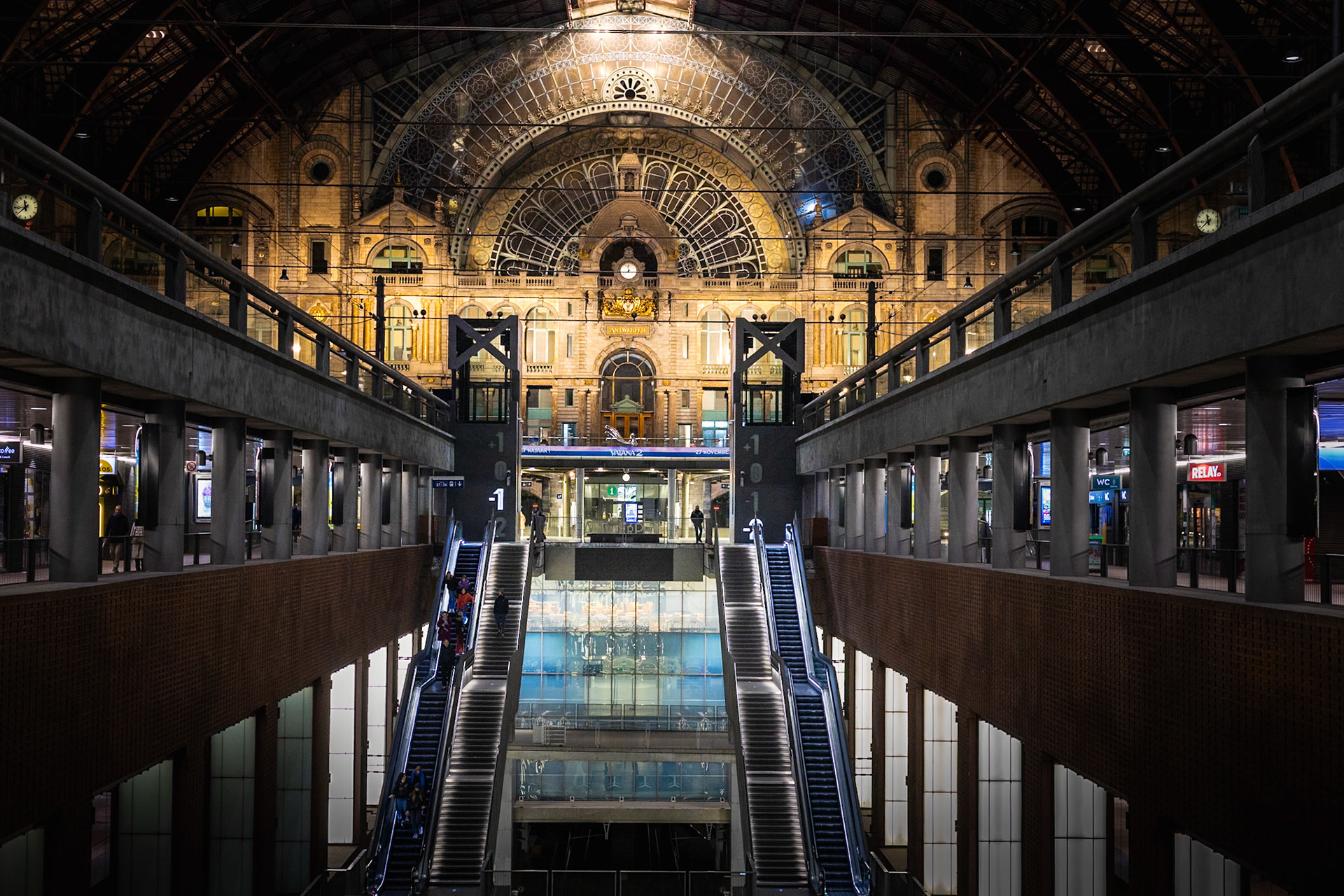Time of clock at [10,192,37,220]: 11:38
